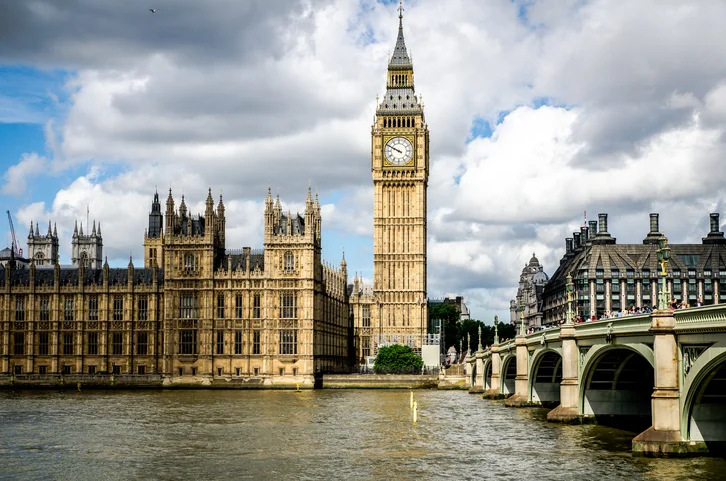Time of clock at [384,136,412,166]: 9:49
